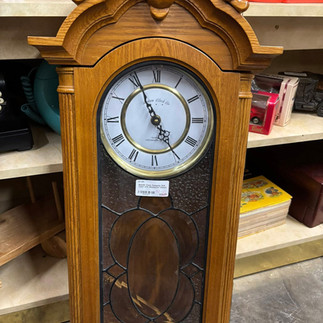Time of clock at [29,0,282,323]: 4:56
